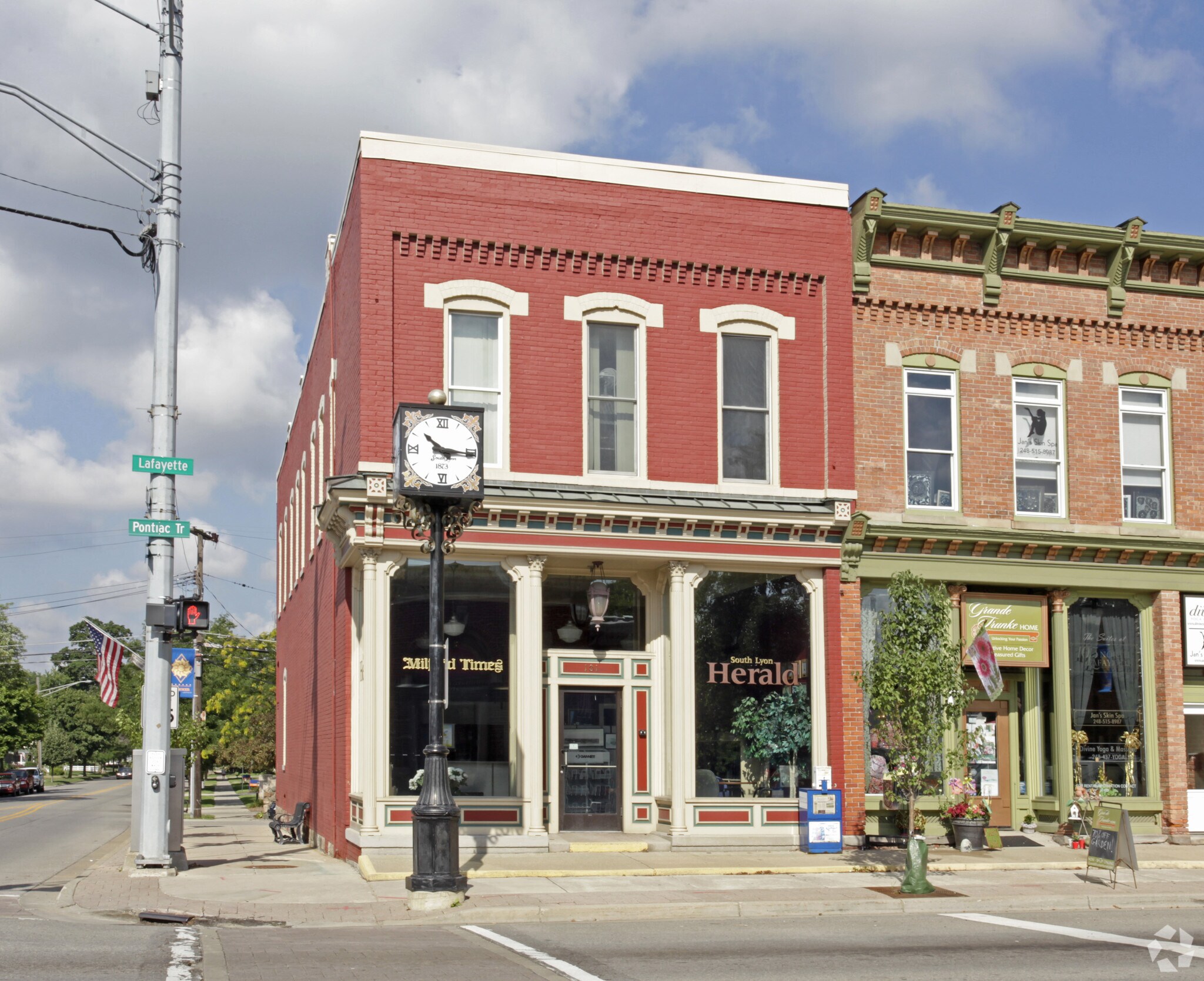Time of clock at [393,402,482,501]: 10:15
